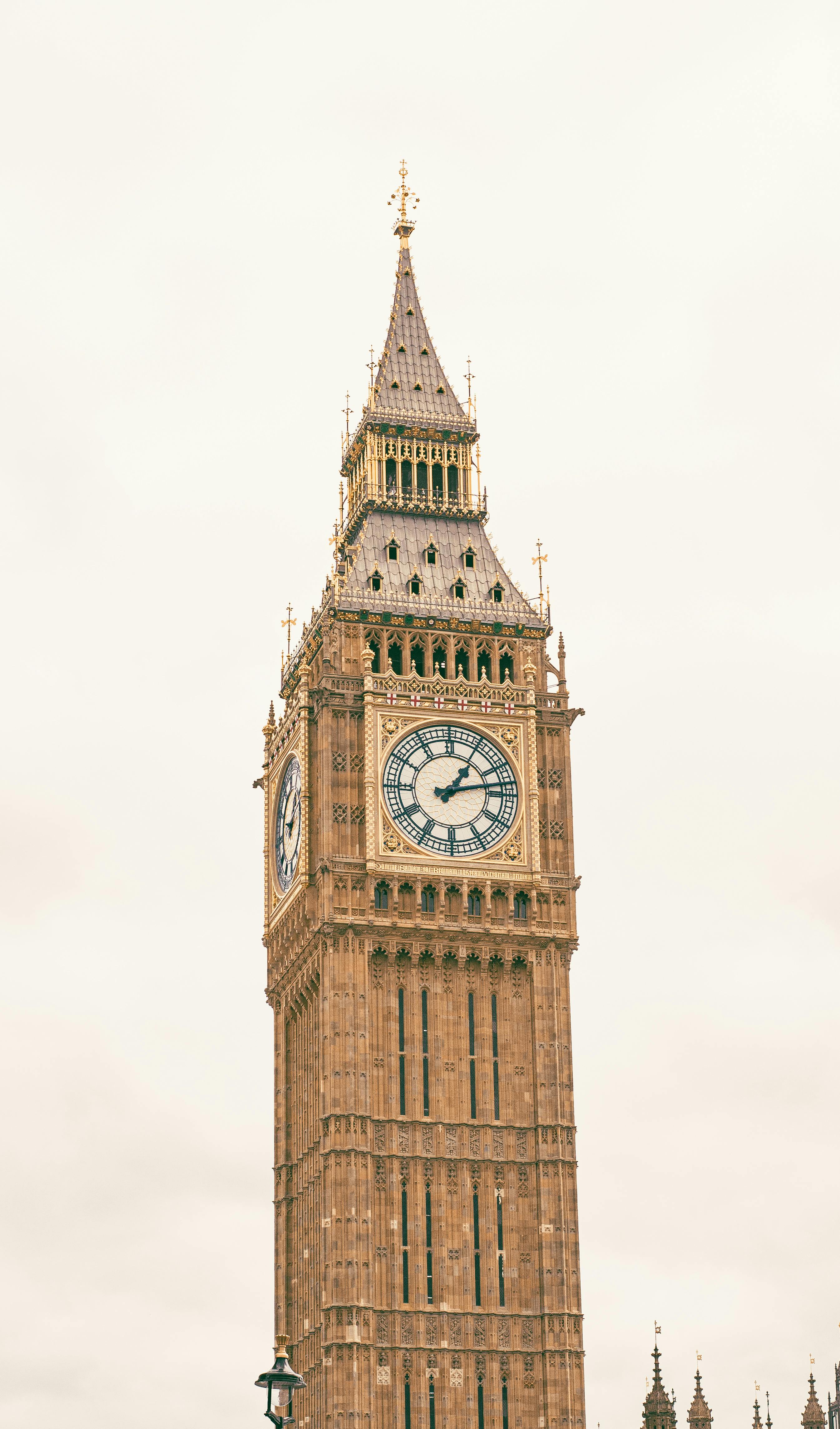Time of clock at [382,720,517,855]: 1:12
